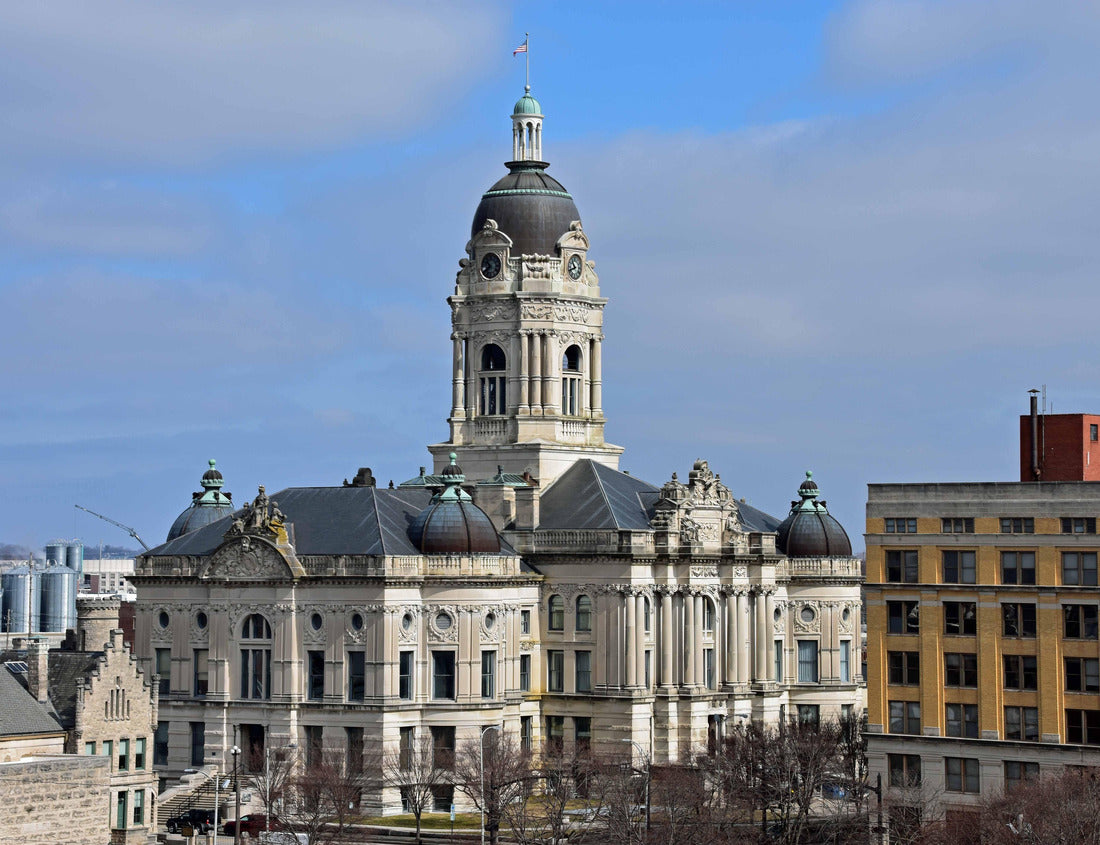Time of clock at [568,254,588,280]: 10:41
